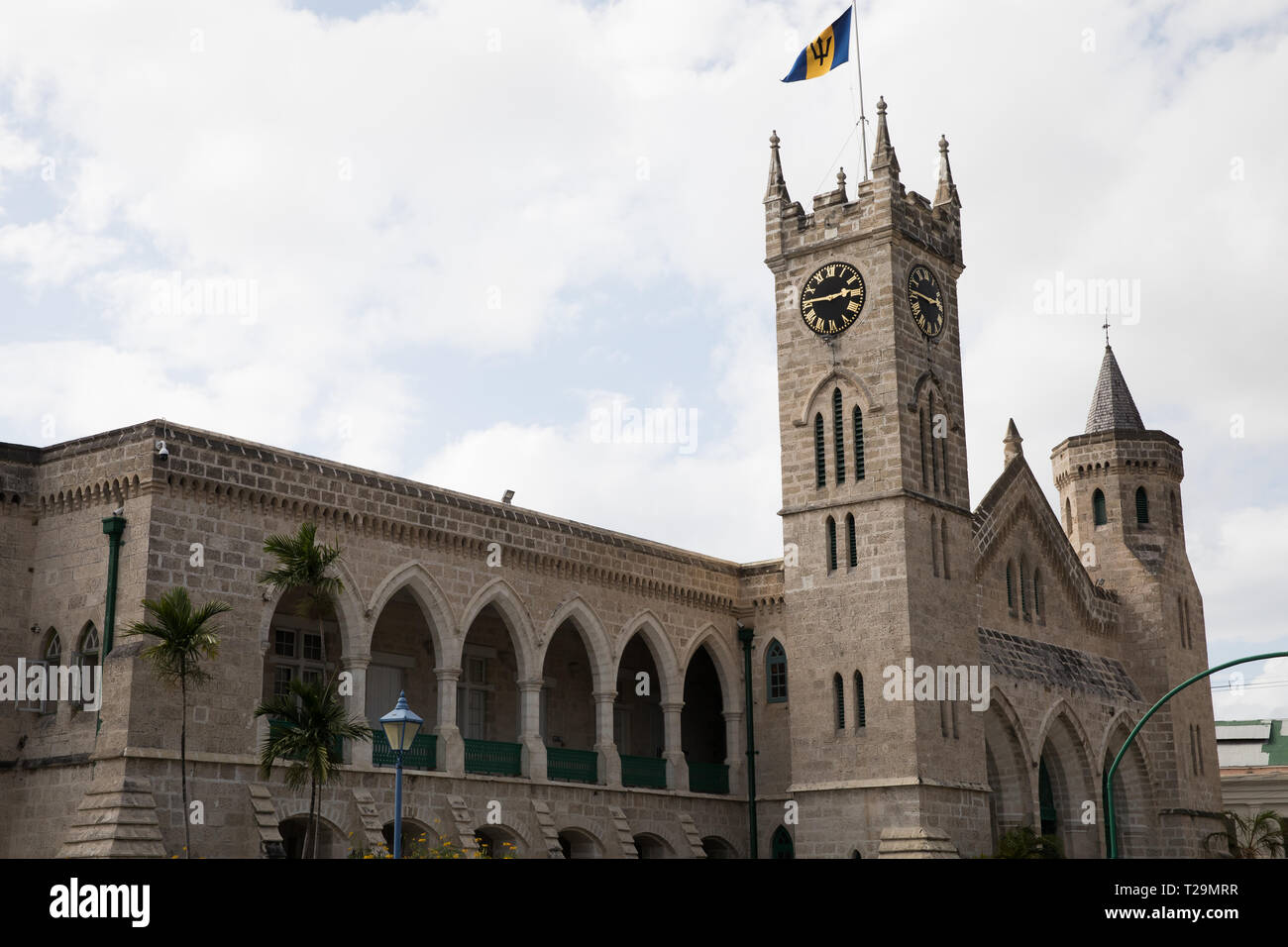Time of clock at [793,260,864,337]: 2:45
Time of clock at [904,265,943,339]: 2:46
